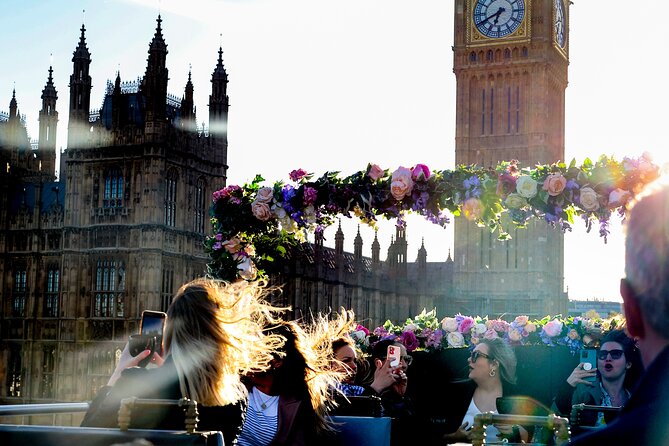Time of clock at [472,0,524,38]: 6:40
